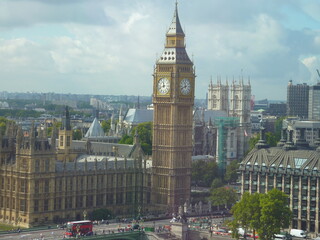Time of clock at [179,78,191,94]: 11:41
